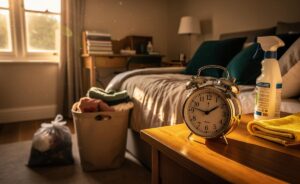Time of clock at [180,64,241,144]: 9:10
